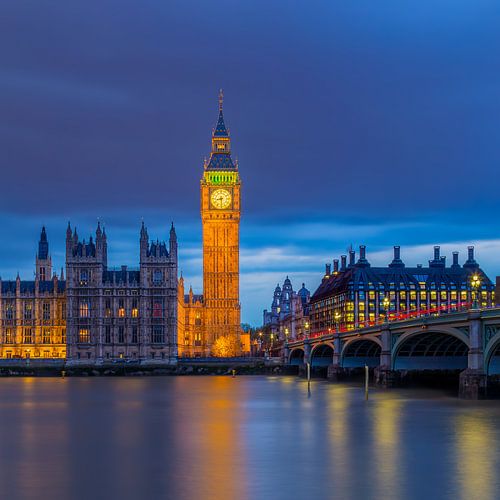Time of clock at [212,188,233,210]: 8:29
